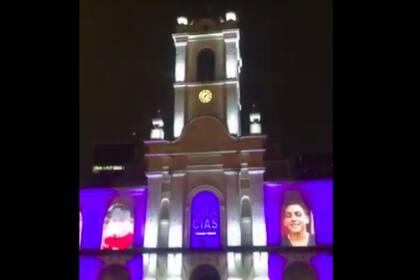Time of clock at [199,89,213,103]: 7:08
